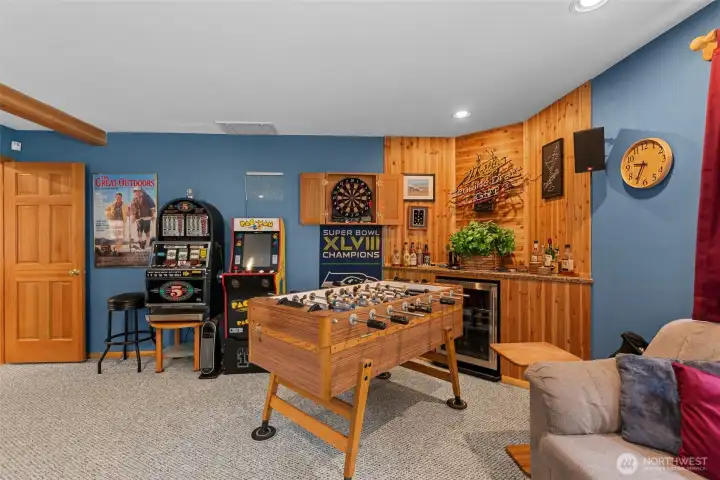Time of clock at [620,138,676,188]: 9:34
